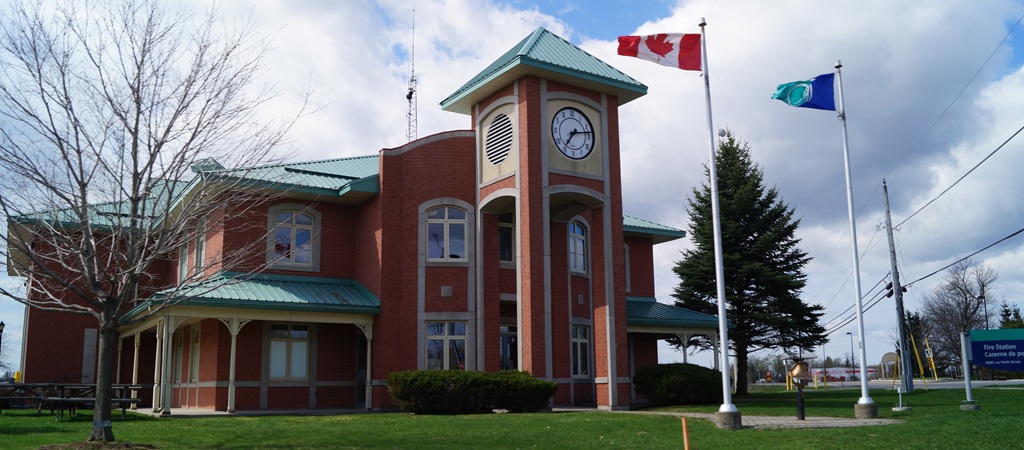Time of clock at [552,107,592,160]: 7:13
